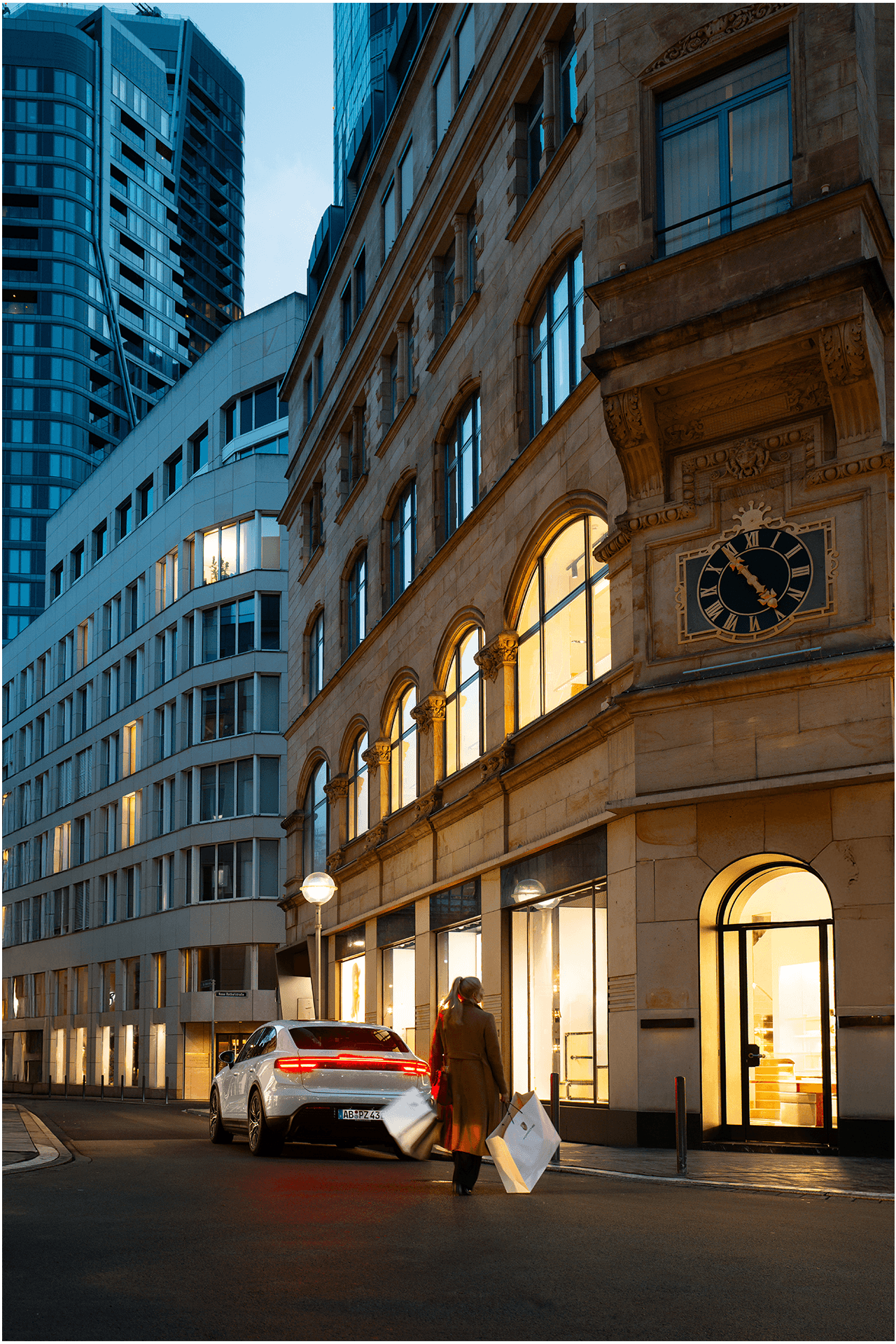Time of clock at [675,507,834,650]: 4:54
